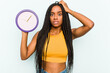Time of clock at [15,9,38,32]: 1:06
